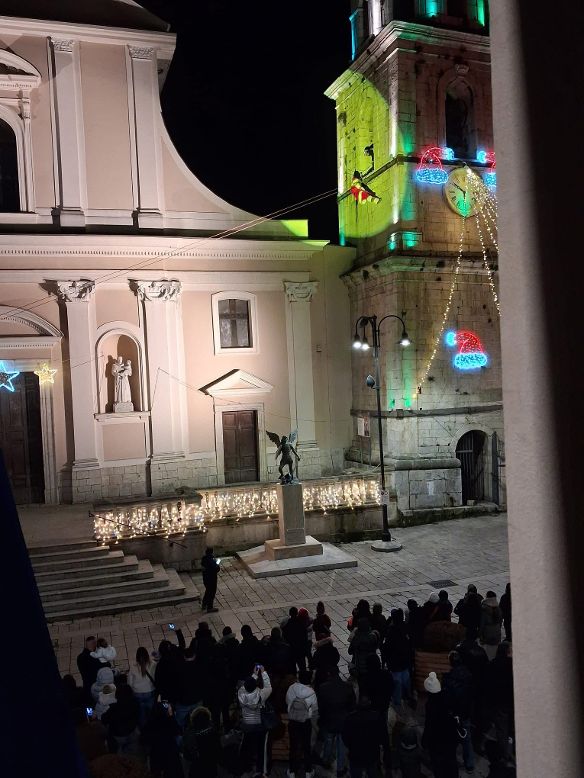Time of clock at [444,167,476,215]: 5:51
